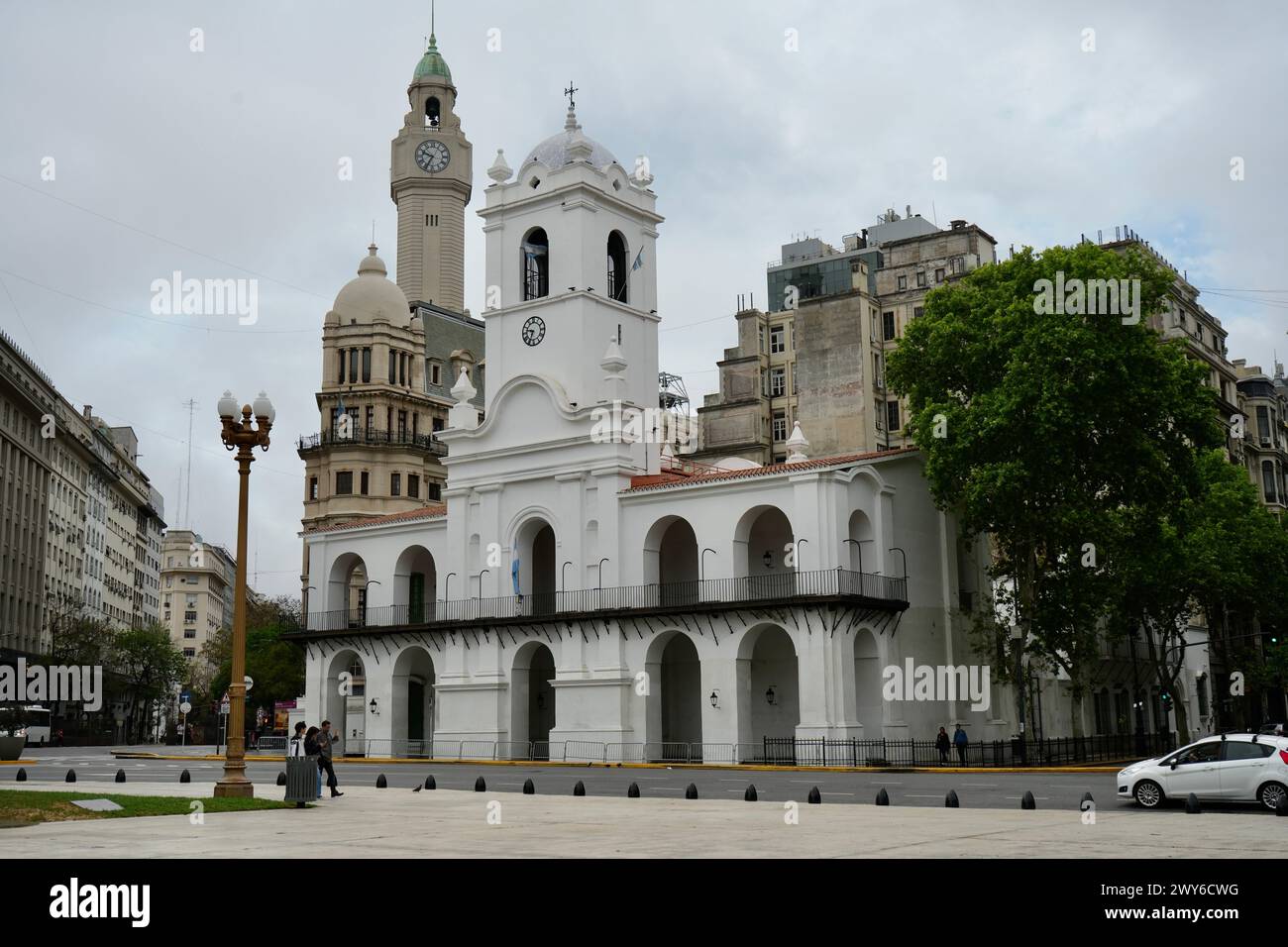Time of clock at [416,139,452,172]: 9:34
